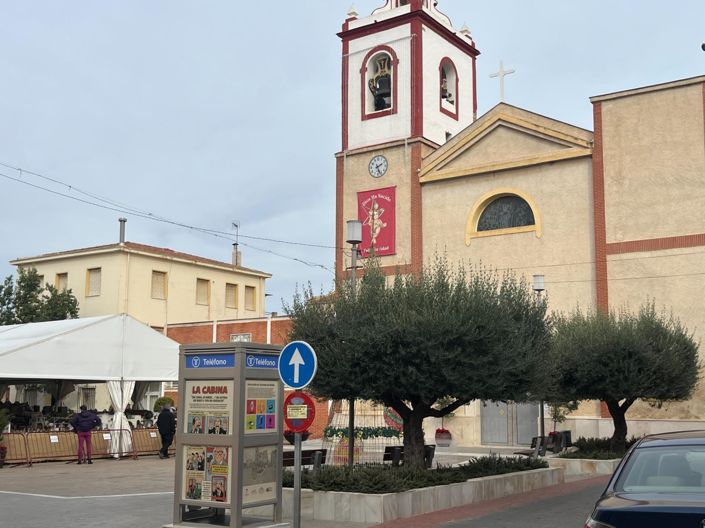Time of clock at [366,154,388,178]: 2:25
